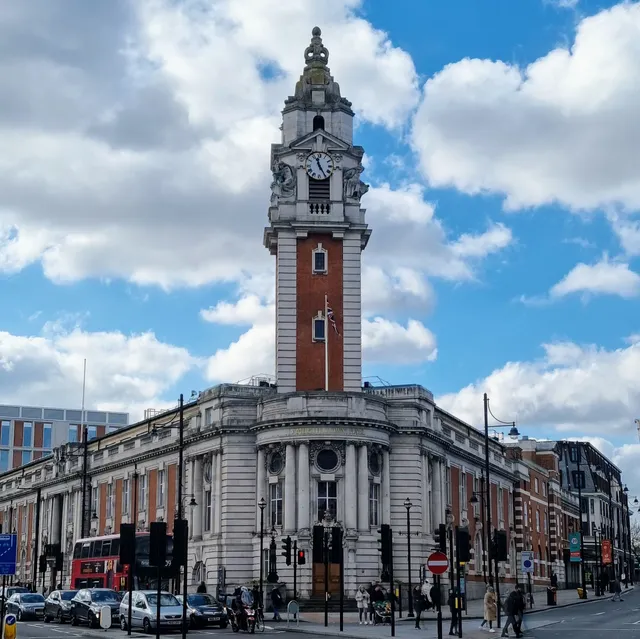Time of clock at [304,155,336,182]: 11:24
